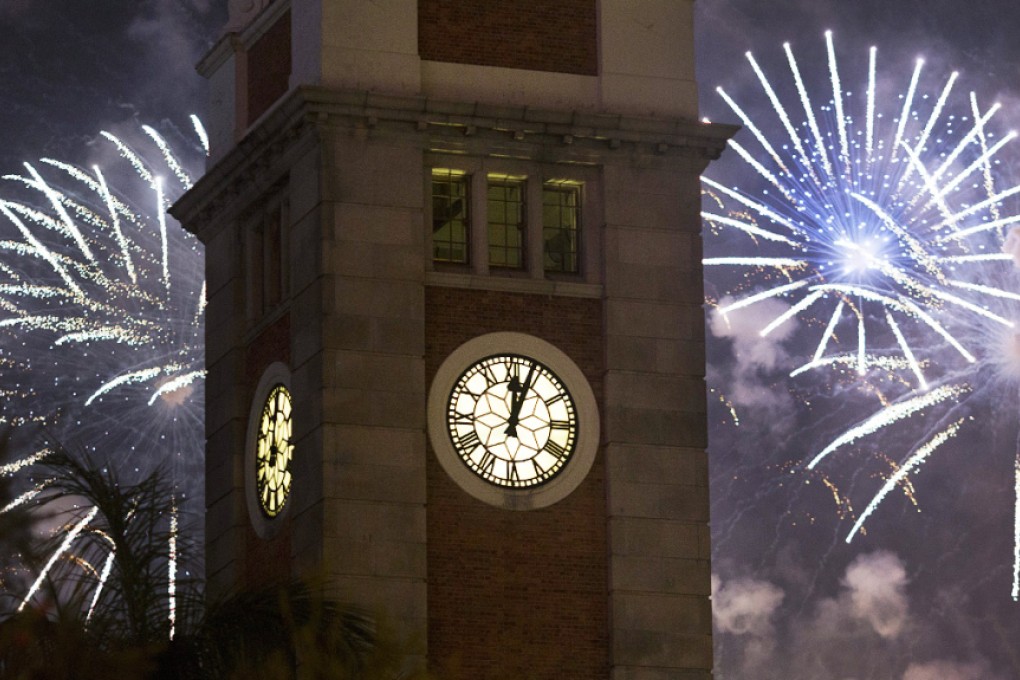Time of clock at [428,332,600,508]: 12:03
